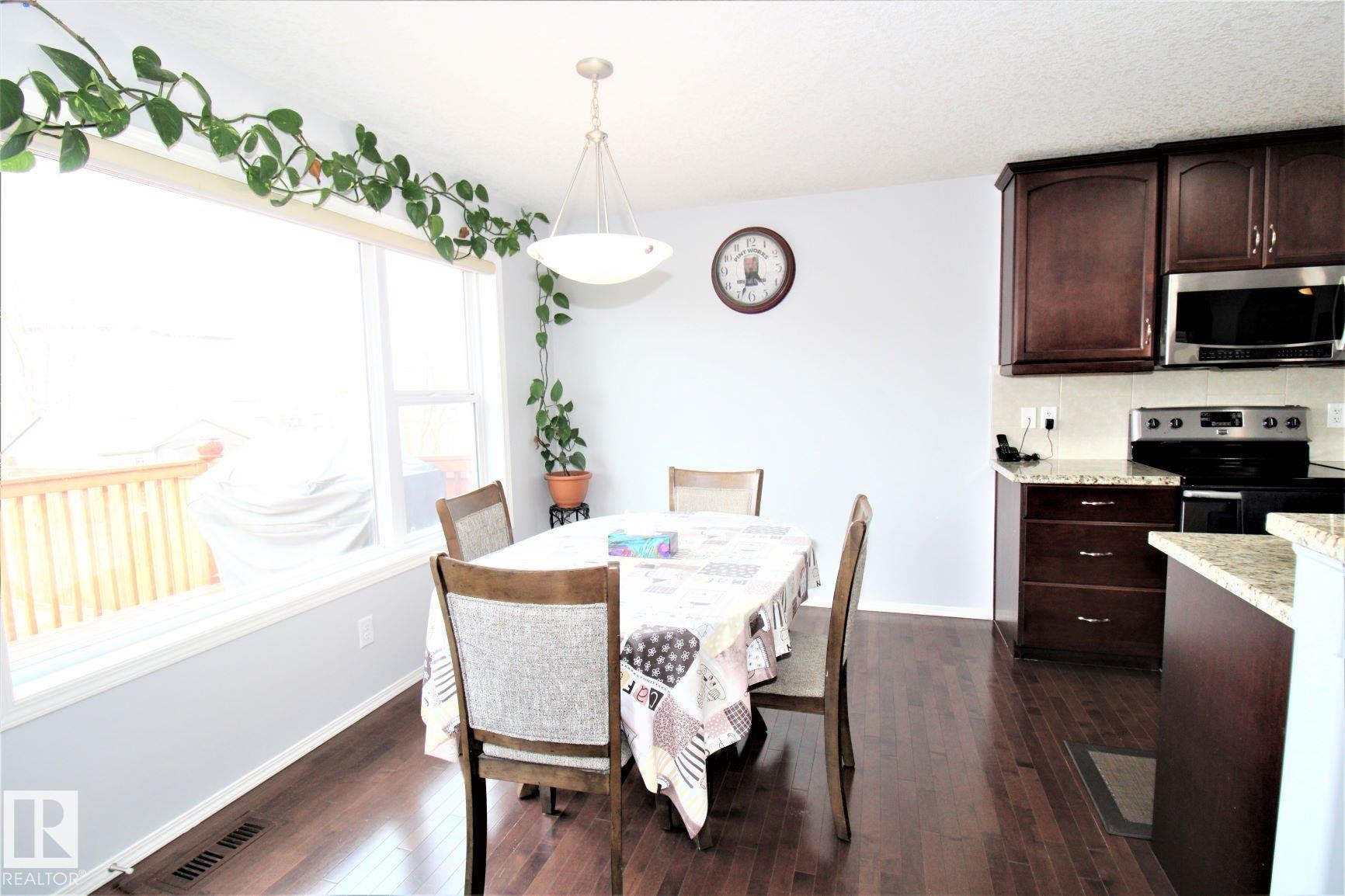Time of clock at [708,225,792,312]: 4:33
